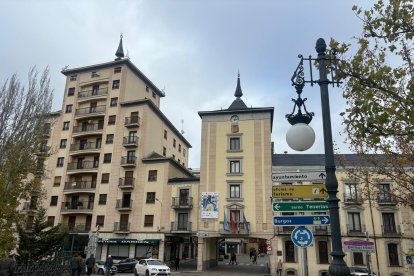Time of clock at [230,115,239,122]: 3:02
